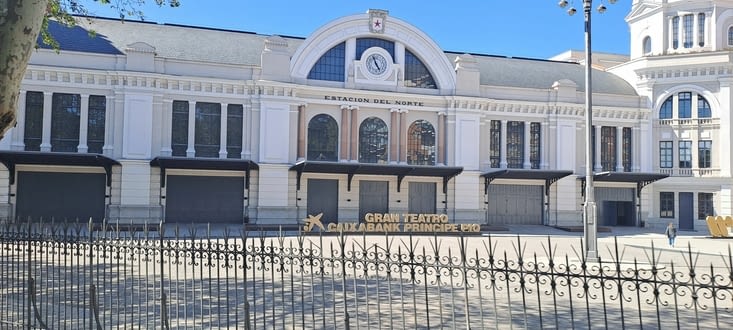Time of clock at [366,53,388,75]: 4:57
